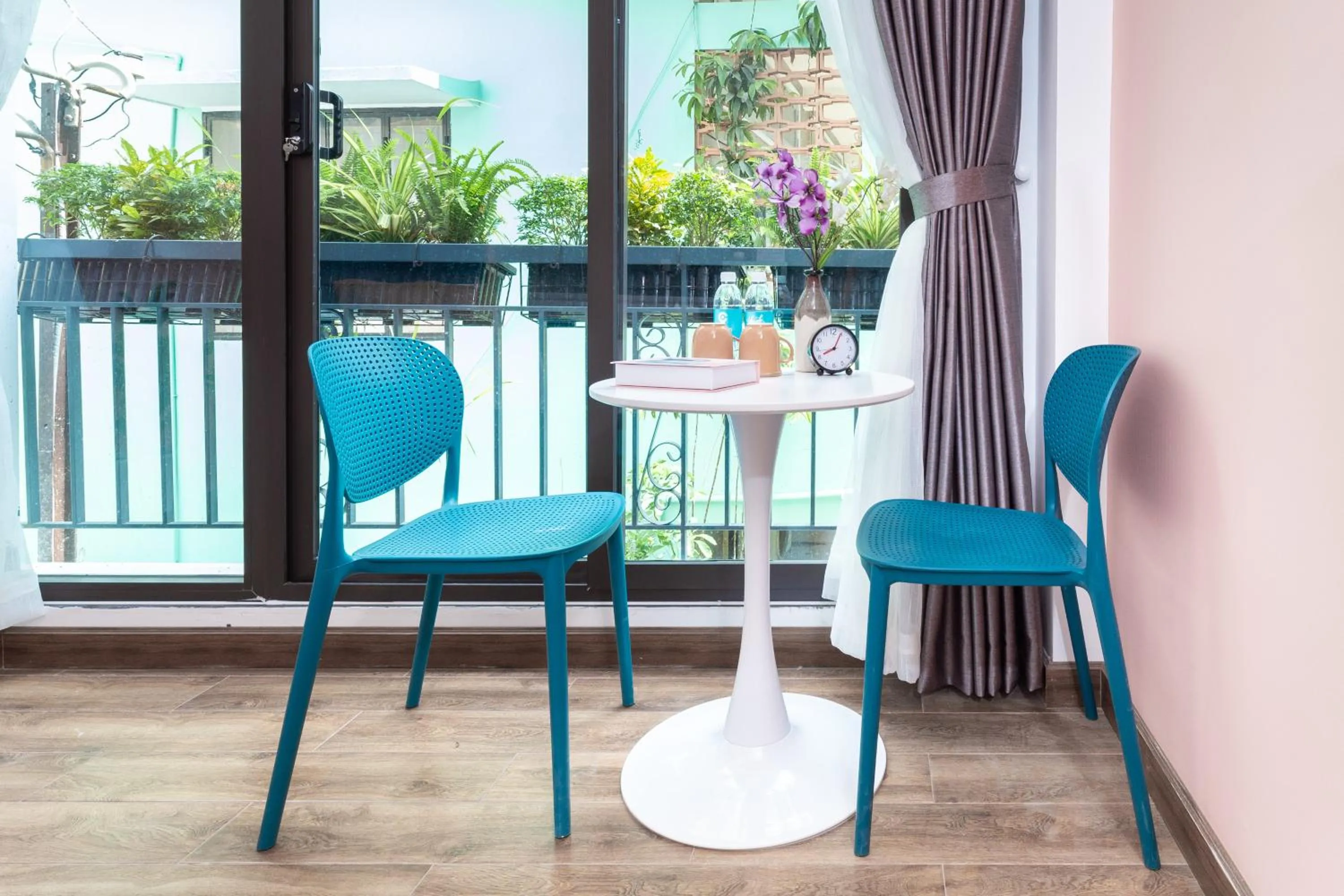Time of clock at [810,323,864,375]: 8:04
